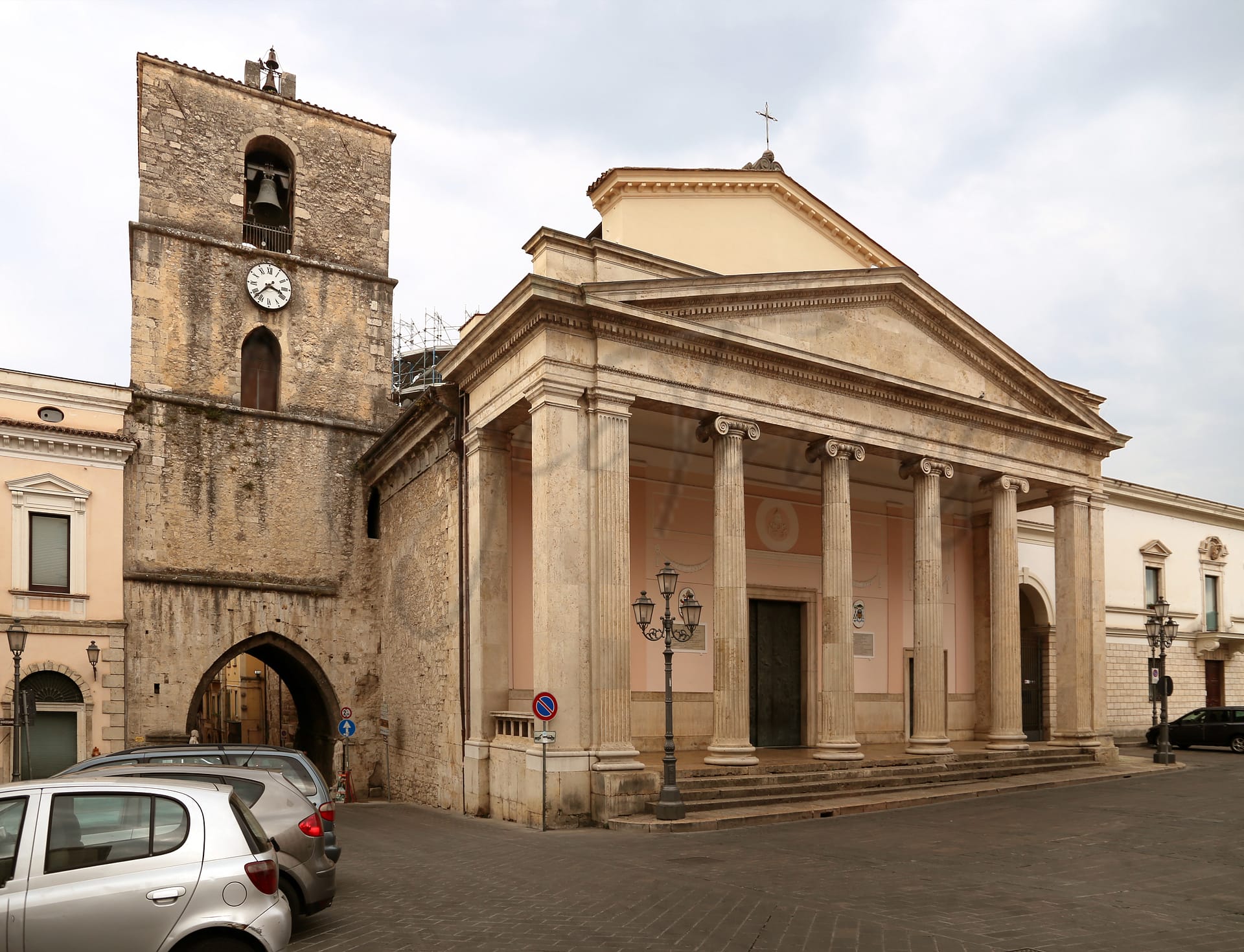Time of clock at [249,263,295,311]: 3:37
